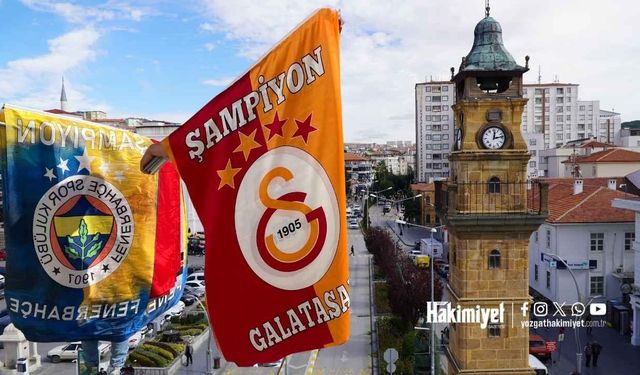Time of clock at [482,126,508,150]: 12:13
